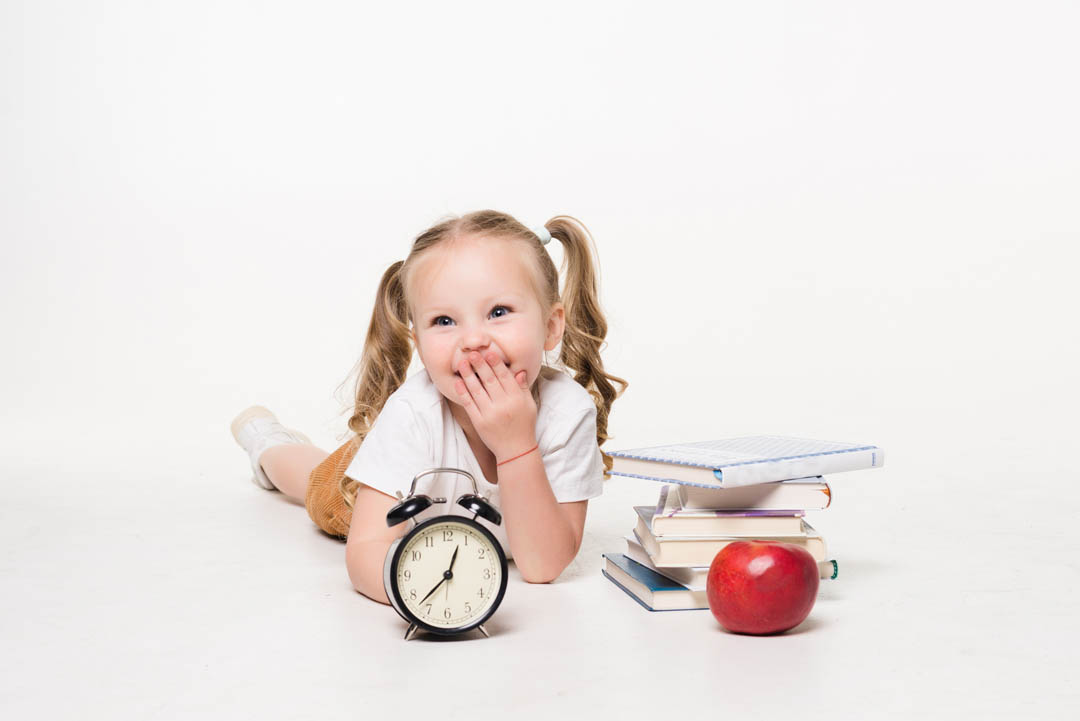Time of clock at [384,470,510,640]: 12:37
